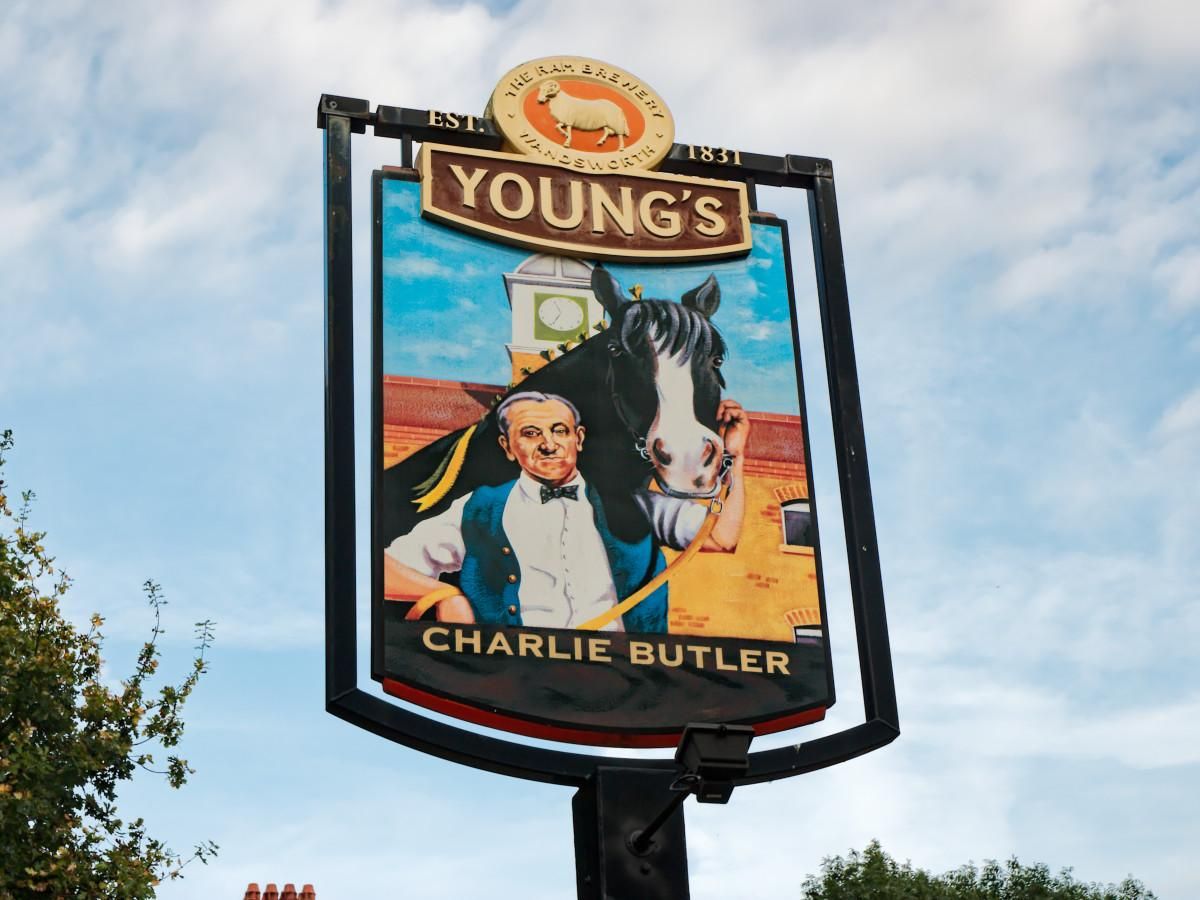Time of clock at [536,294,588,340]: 6:56
